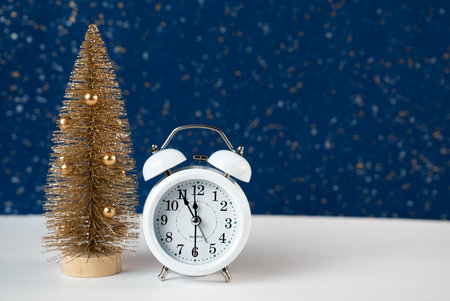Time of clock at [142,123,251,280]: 10:58
